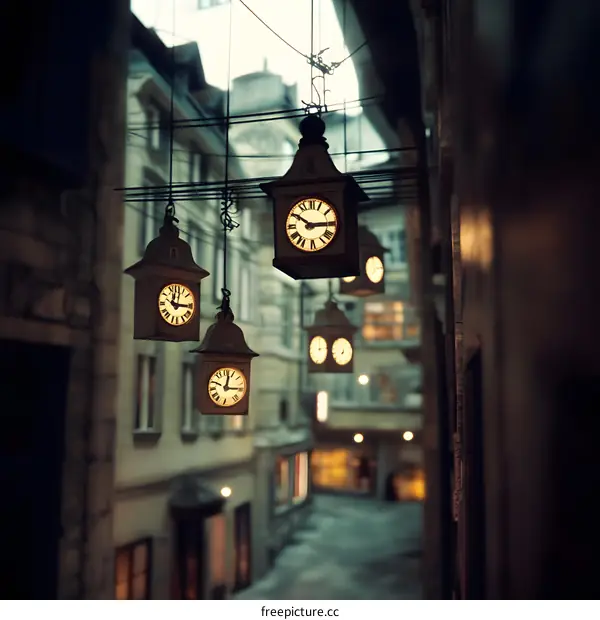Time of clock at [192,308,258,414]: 12:16
